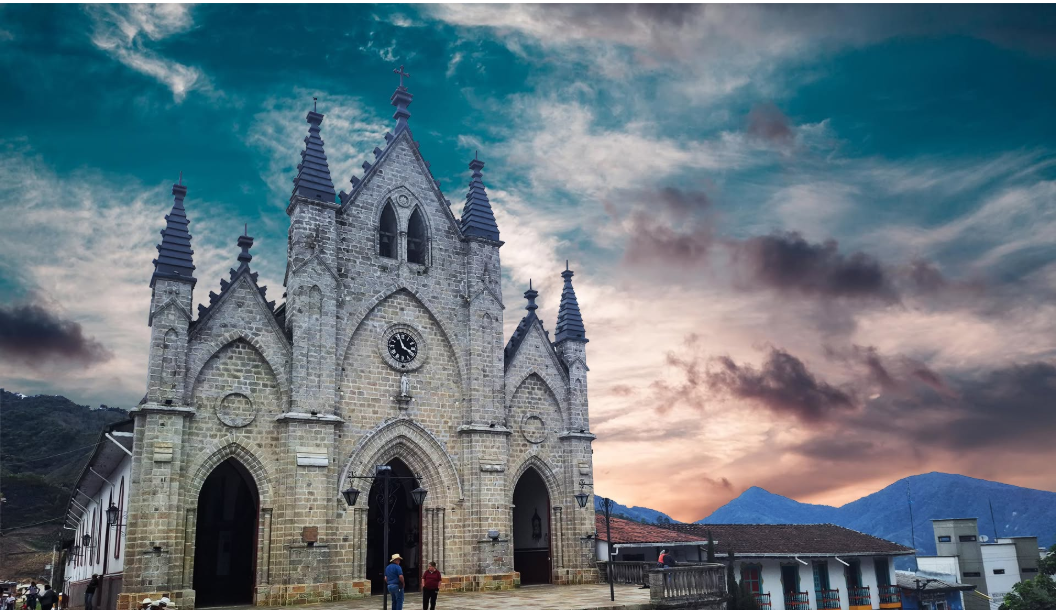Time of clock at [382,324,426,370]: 3:57
